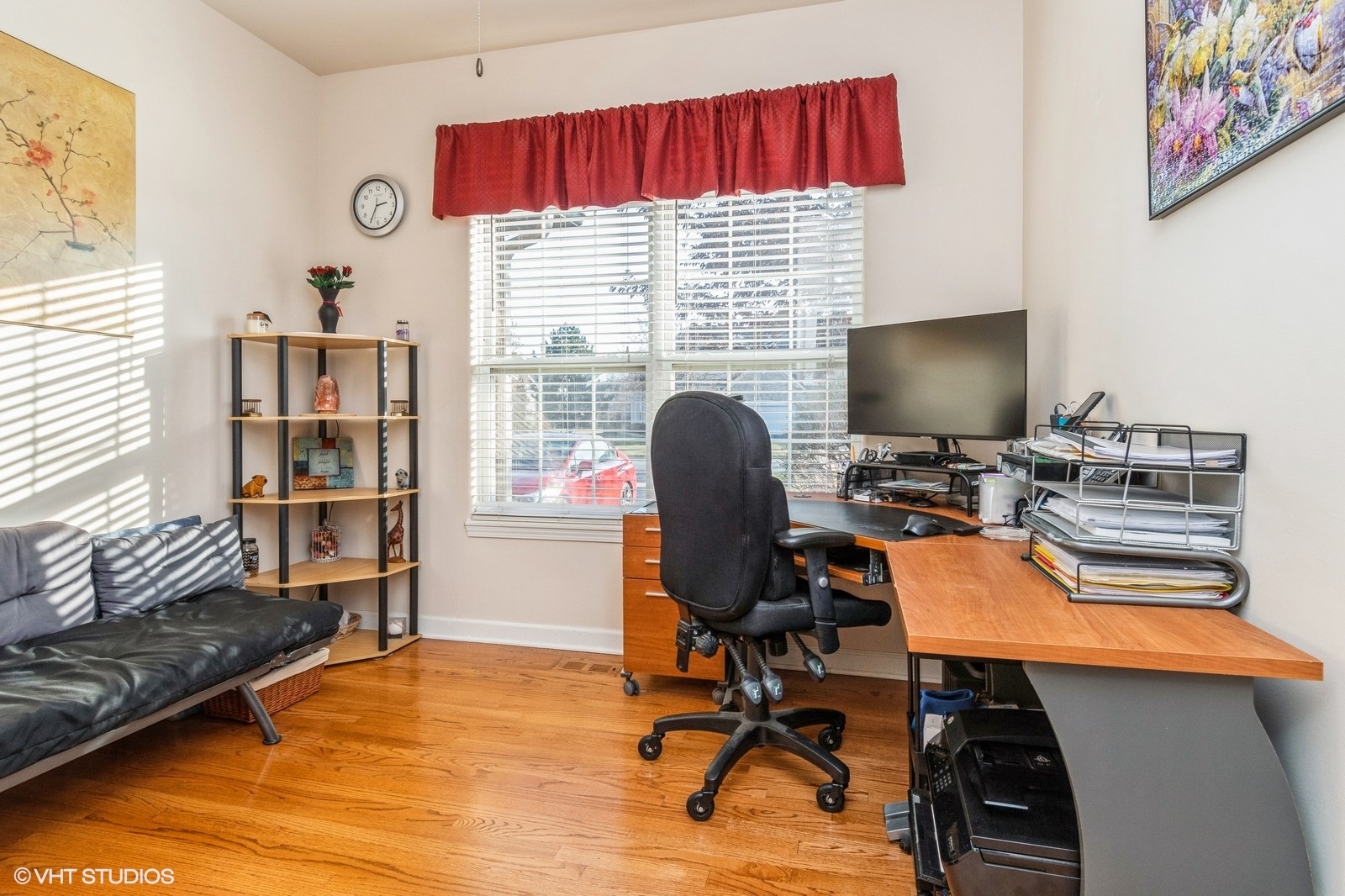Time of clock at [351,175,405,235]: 2:34
